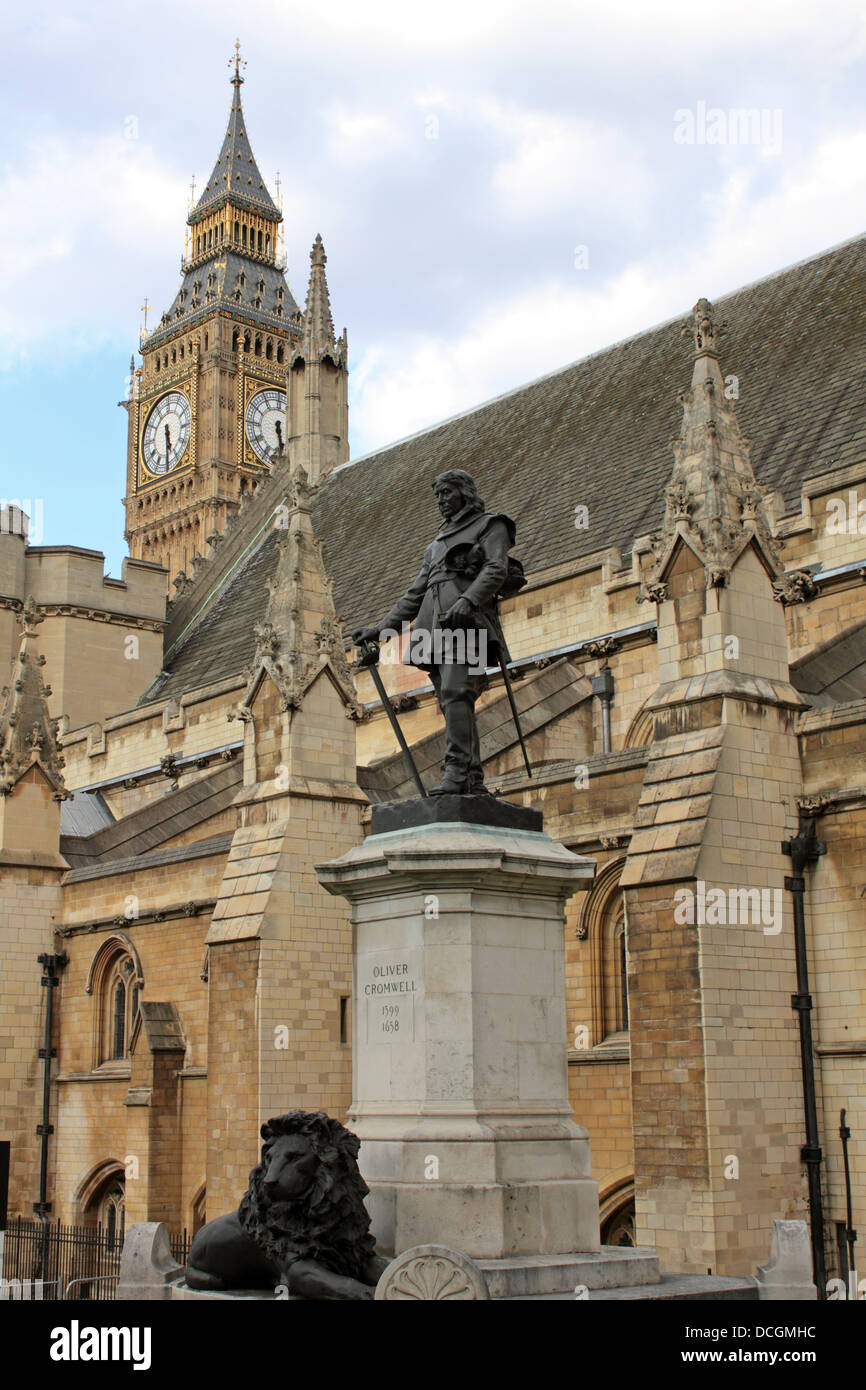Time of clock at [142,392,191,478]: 5:30
